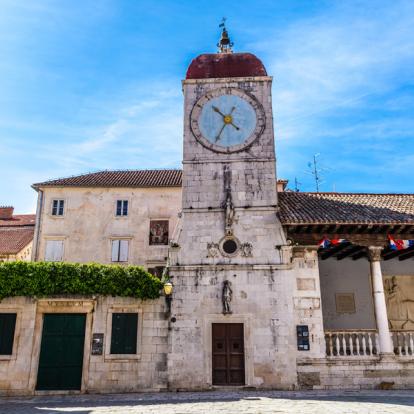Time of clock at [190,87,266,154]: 10:34
